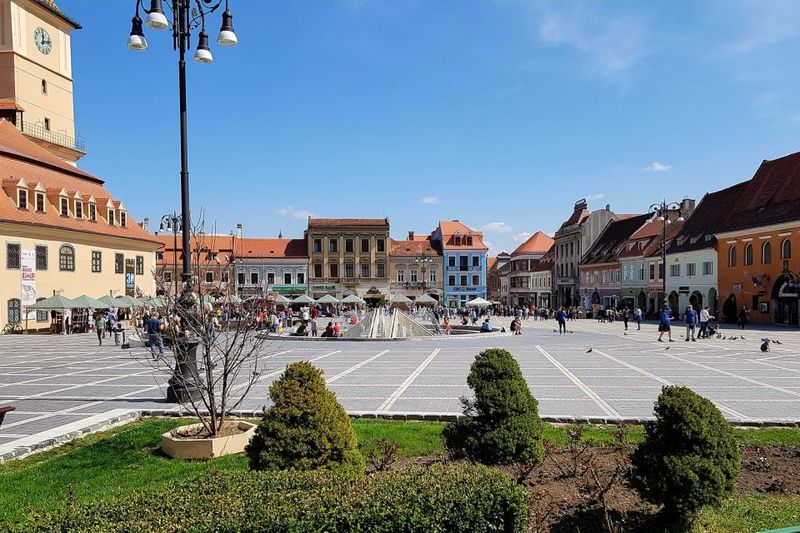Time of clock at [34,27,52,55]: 12:13
